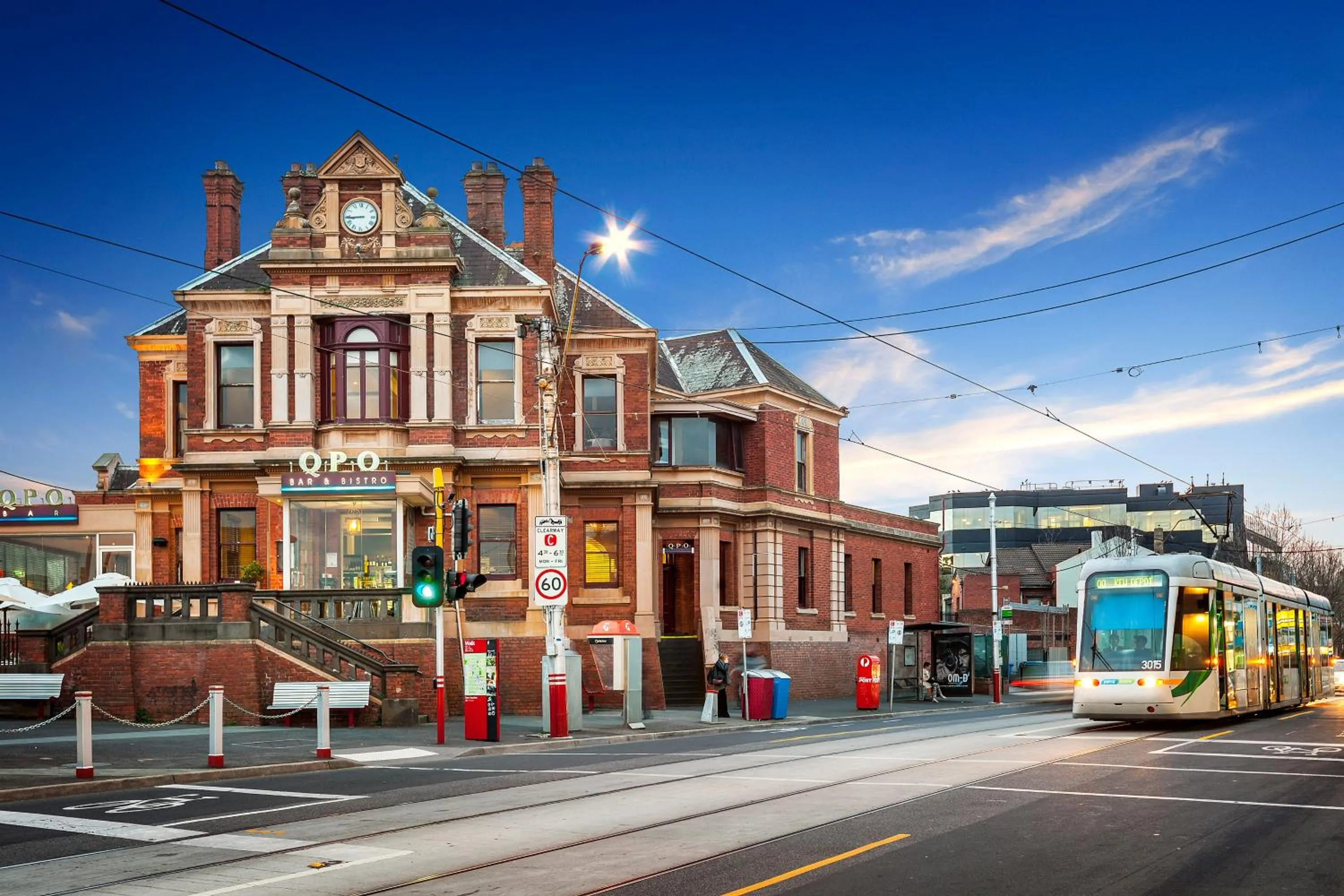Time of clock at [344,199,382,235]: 8:44
